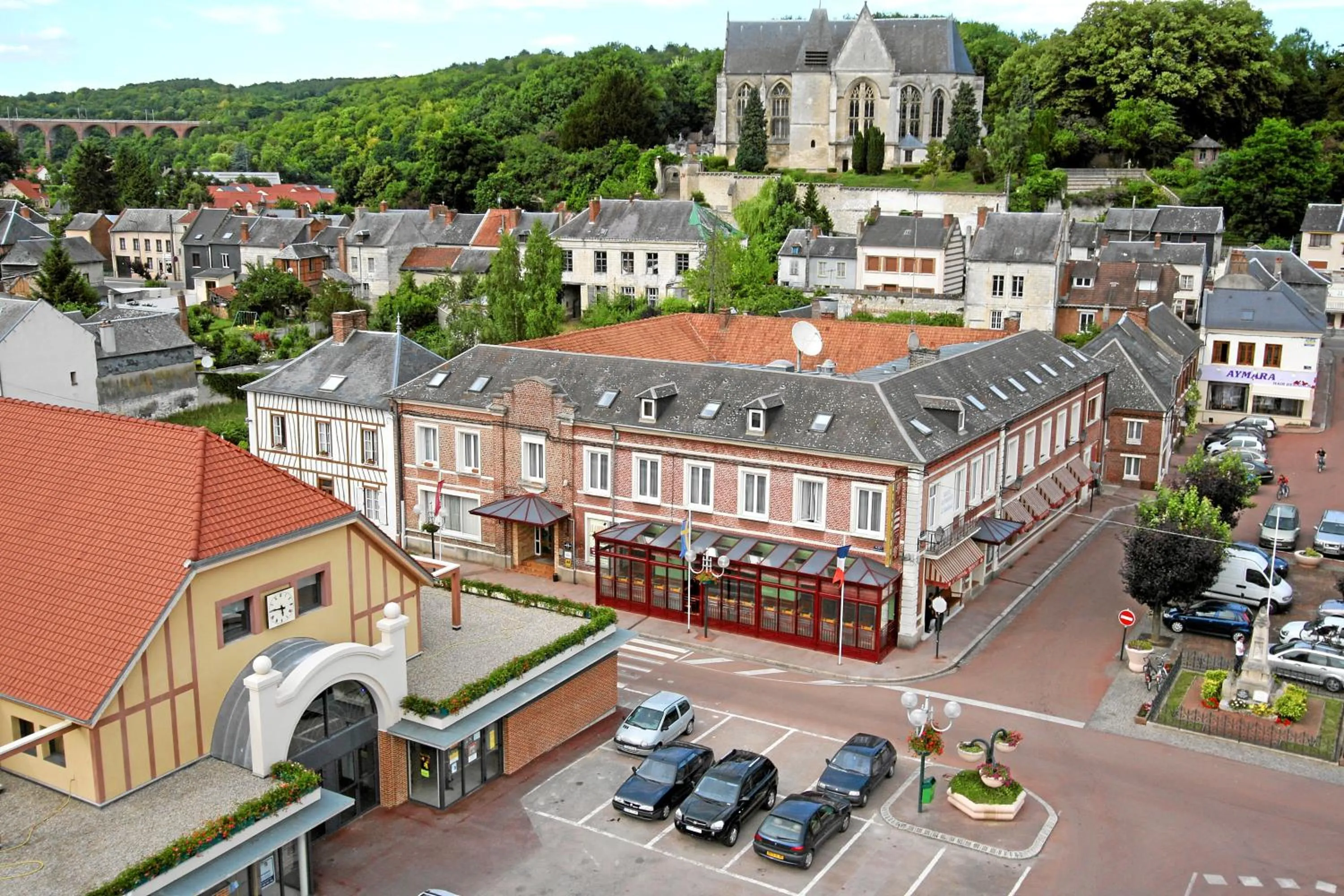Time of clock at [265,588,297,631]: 5:45
